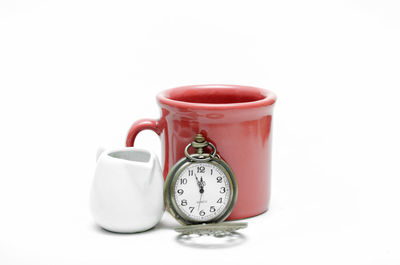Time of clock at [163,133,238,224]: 11:56
